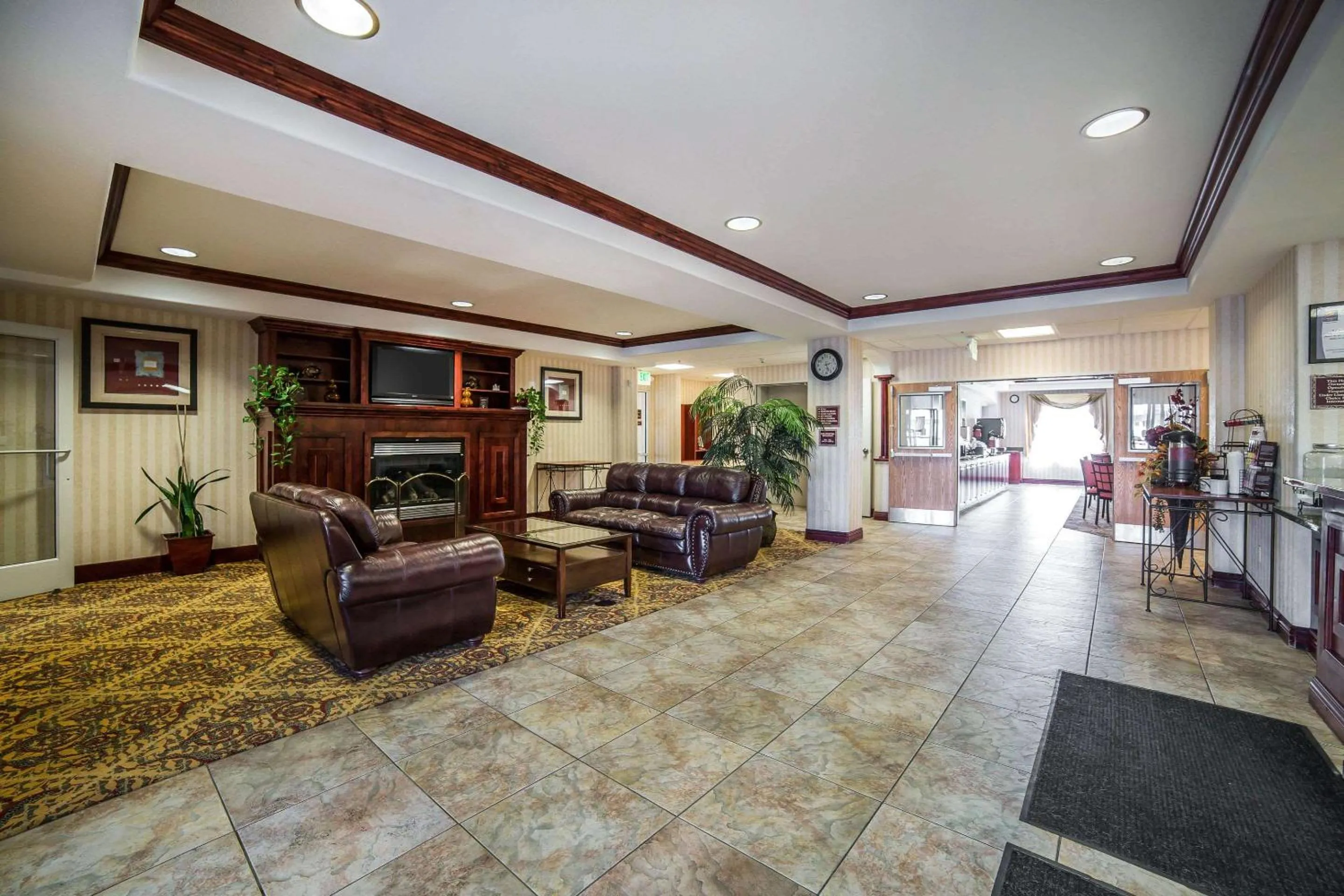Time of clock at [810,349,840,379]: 2:26
